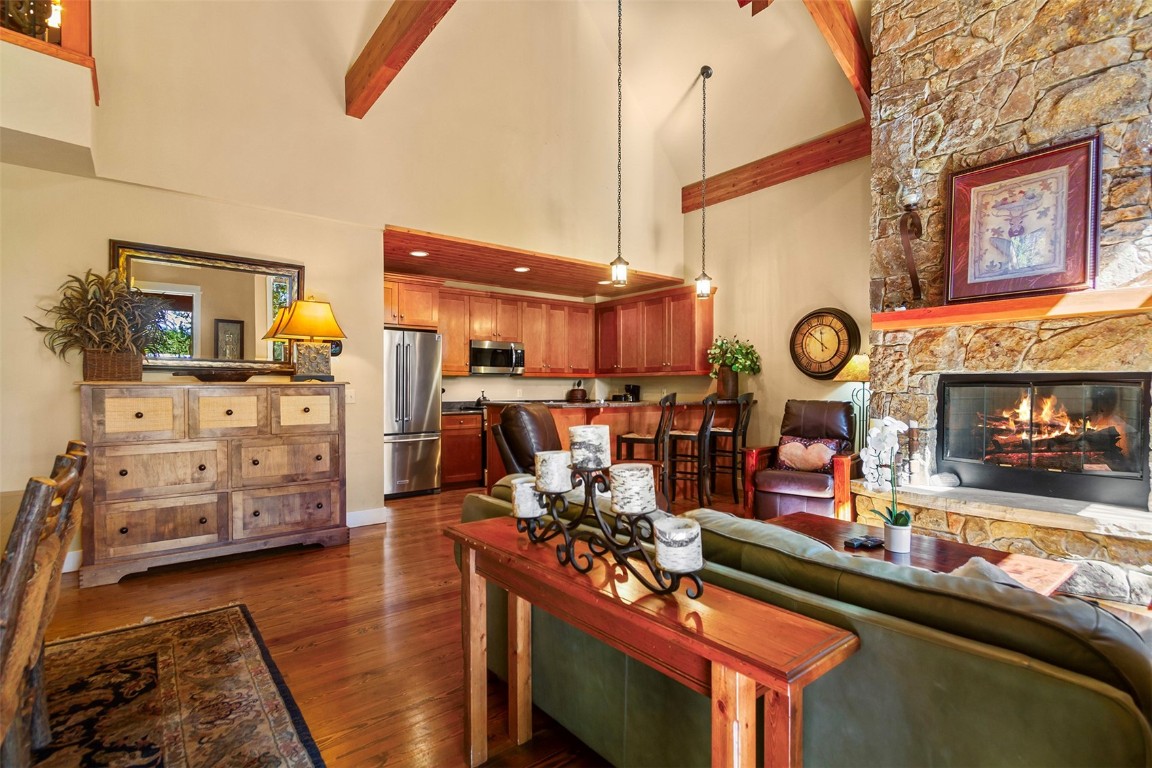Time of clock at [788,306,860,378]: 11:52
